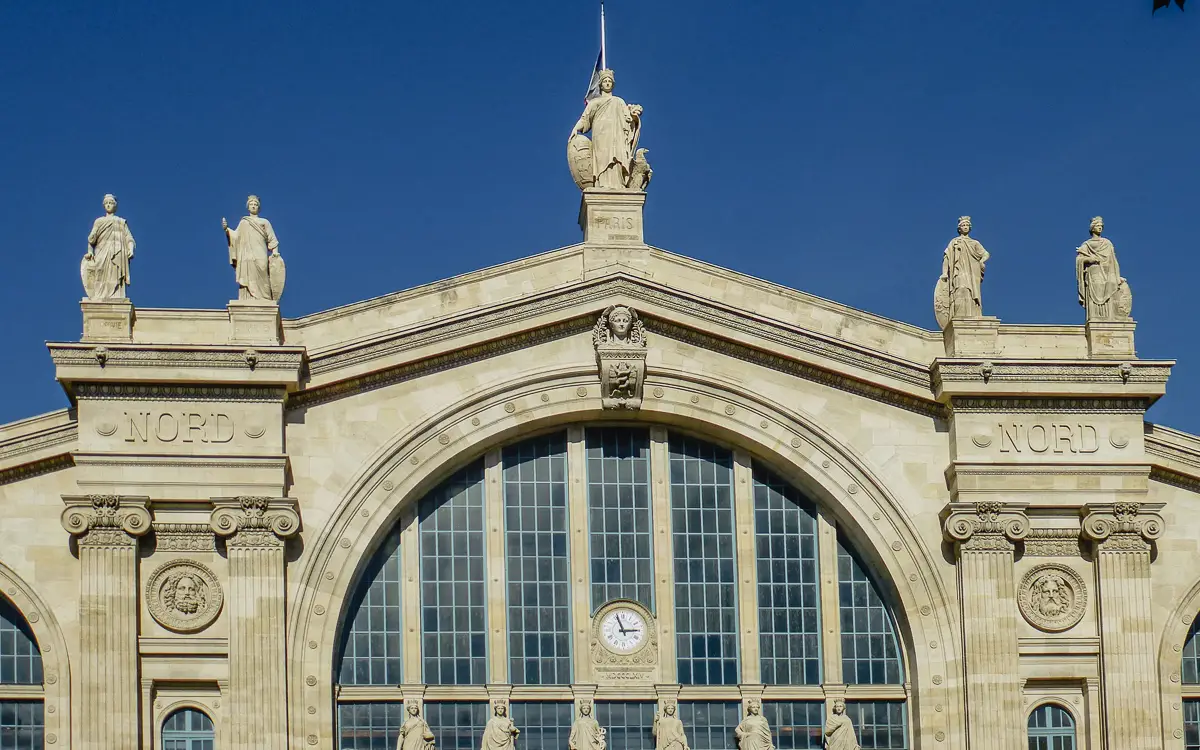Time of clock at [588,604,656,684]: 2:56
